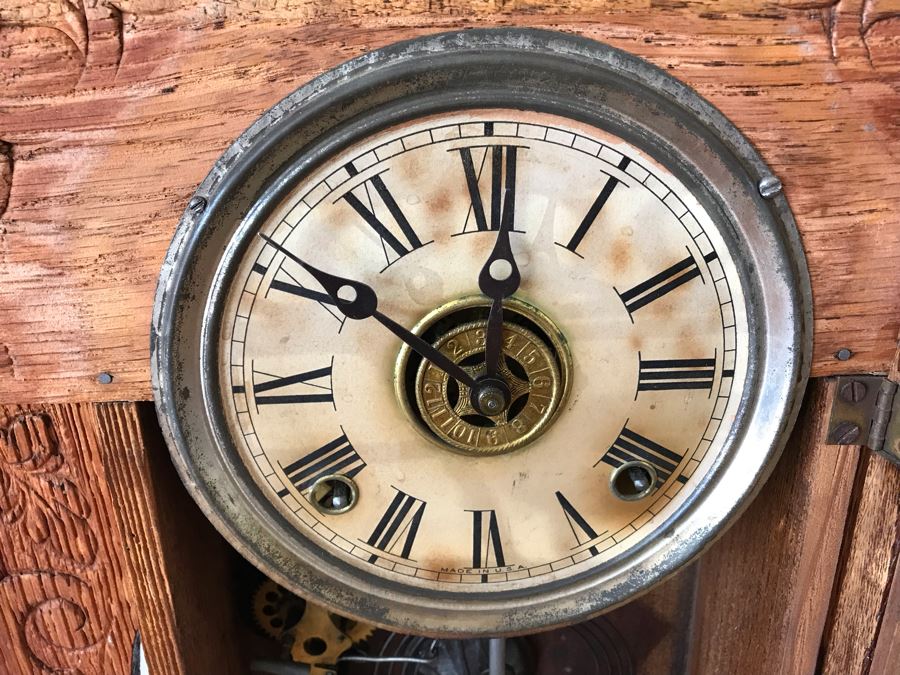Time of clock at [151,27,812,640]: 11:50
